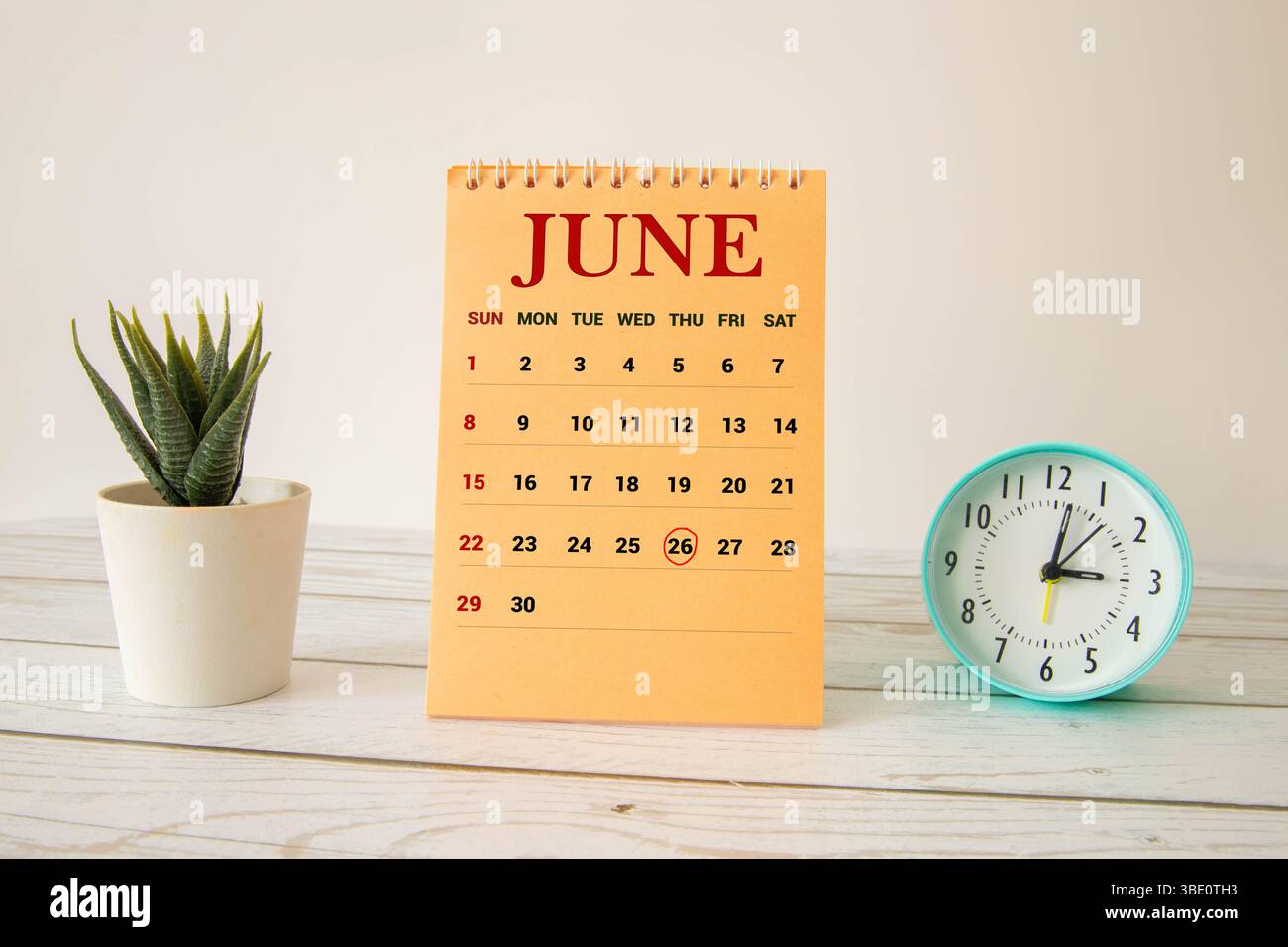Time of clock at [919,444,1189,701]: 3:01
